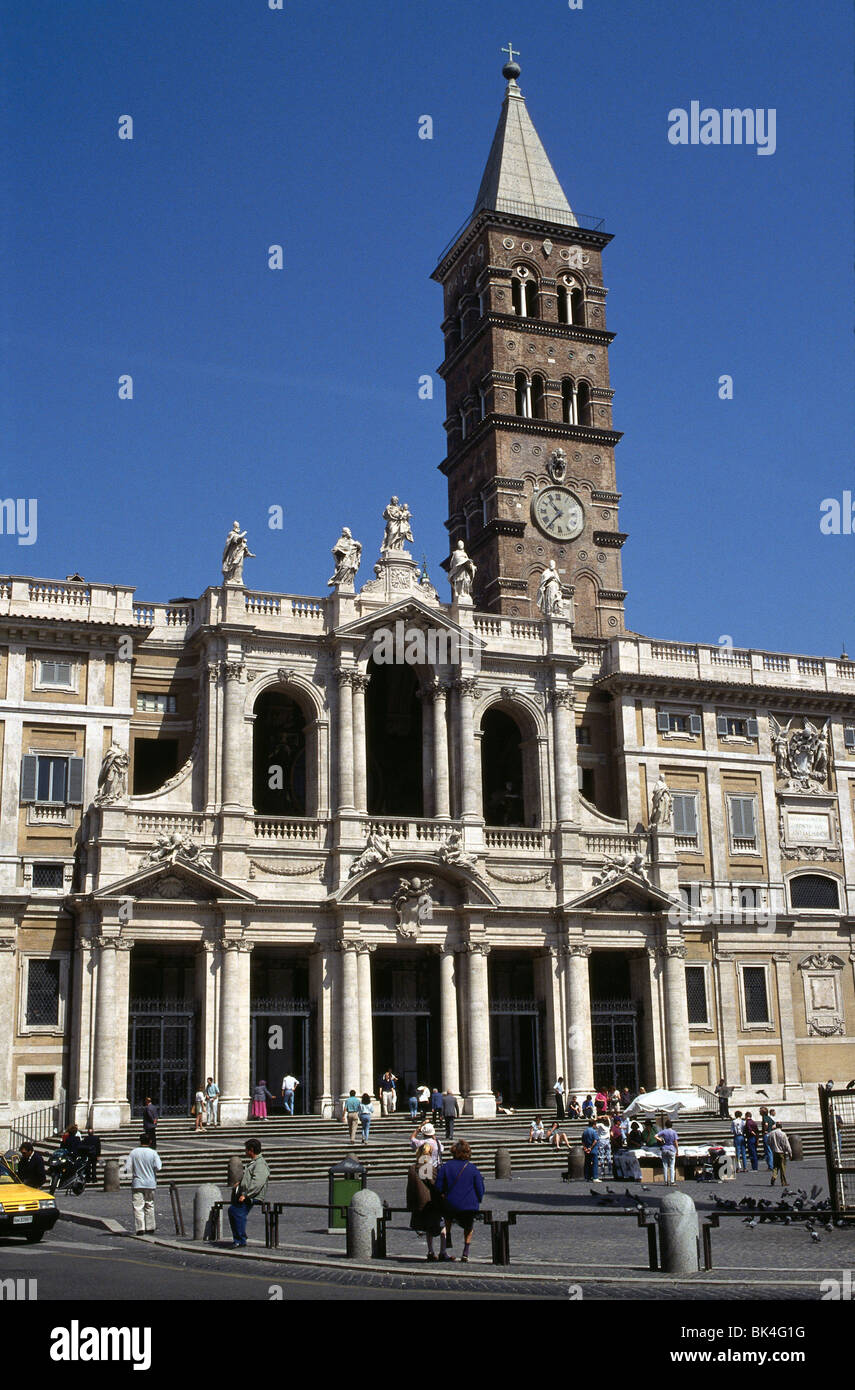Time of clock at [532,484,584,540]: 10:36
